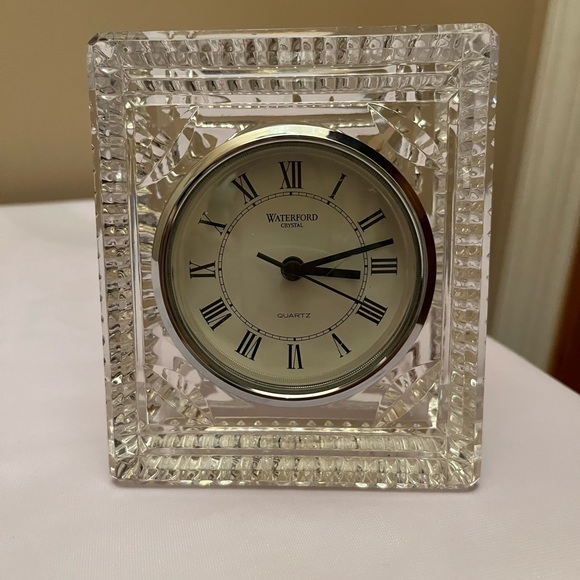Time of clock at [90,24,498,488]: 3:12
